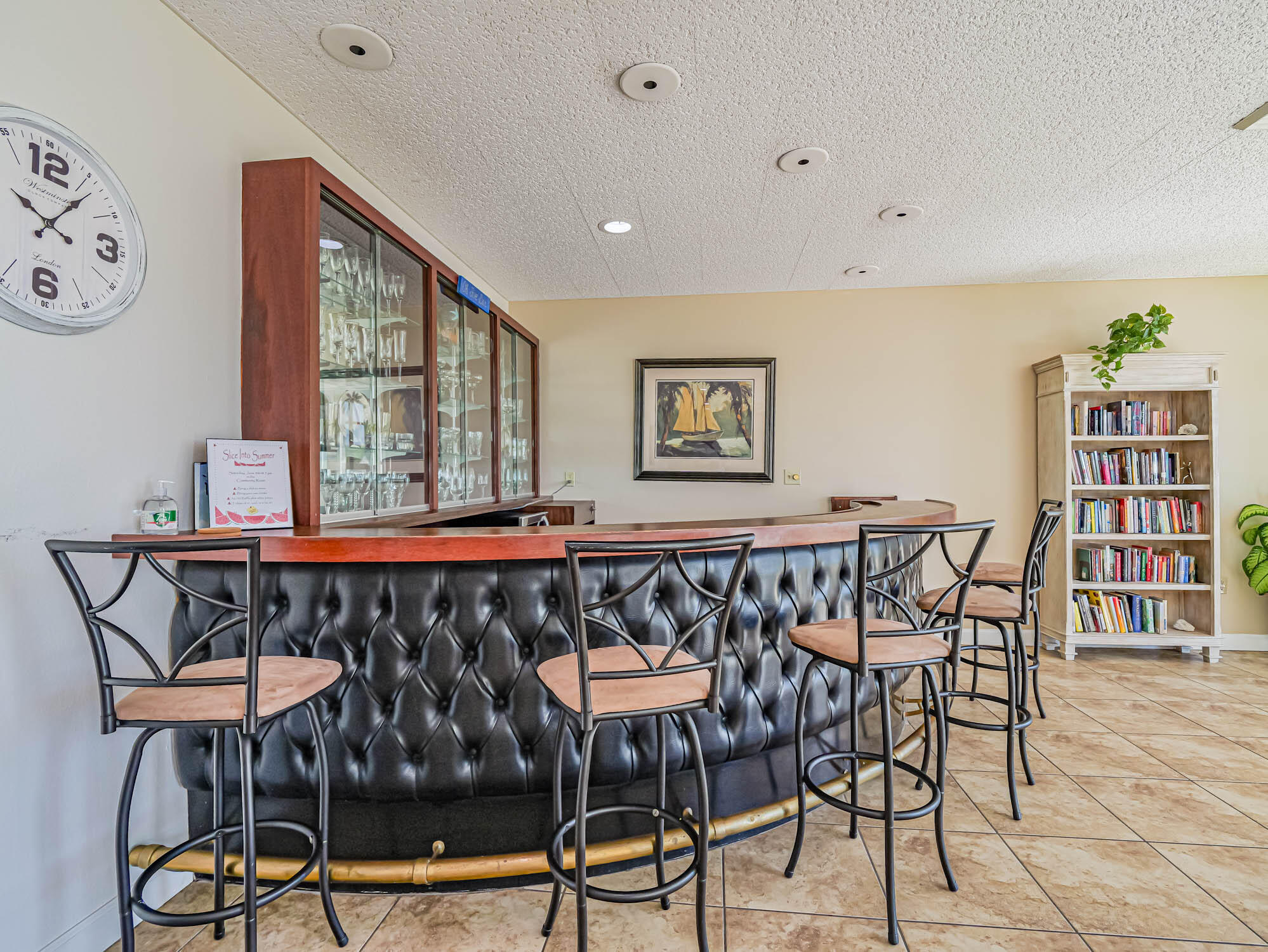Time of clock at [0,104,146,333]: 10:06
